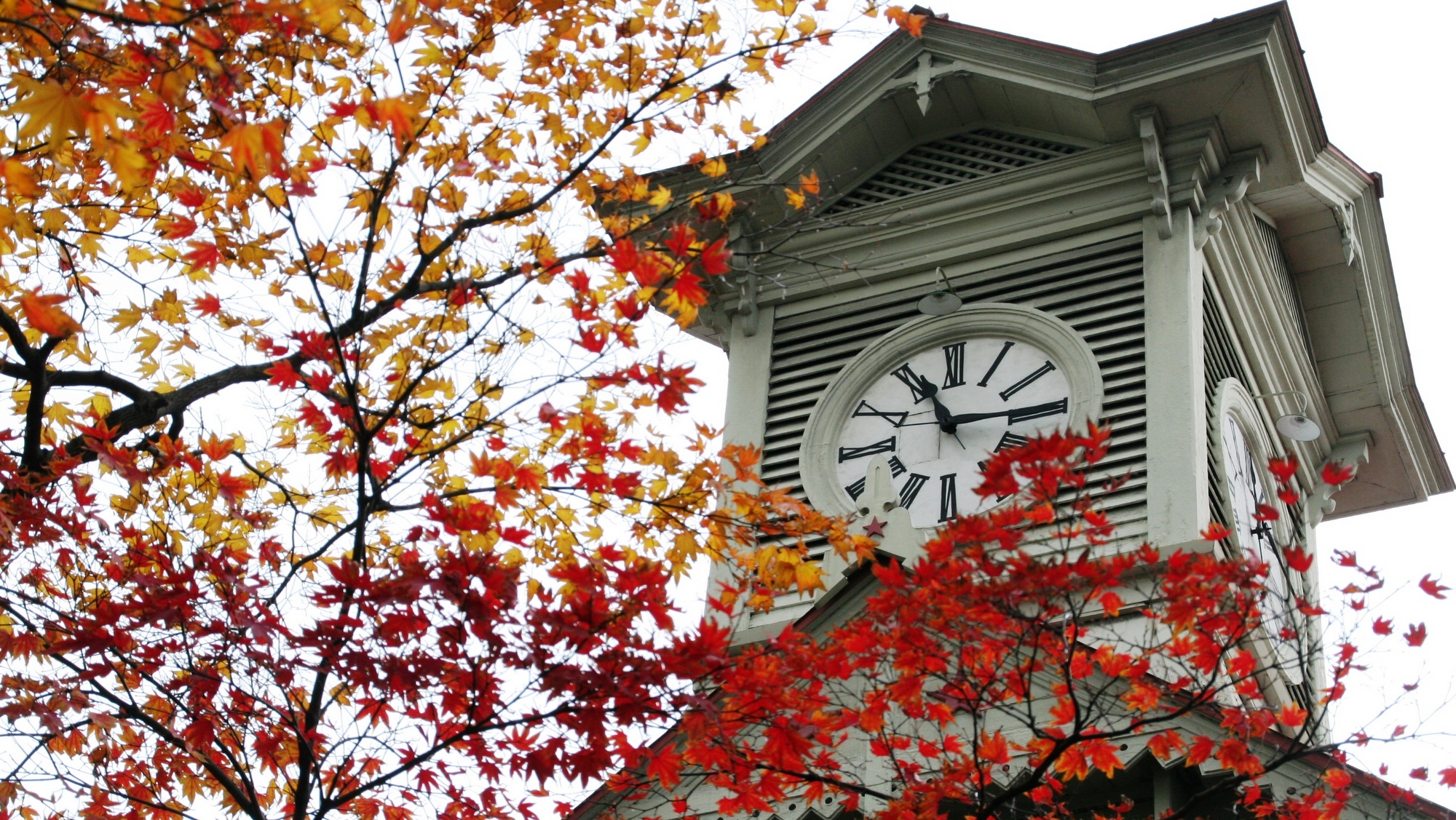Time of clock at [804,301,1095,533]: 11:14
